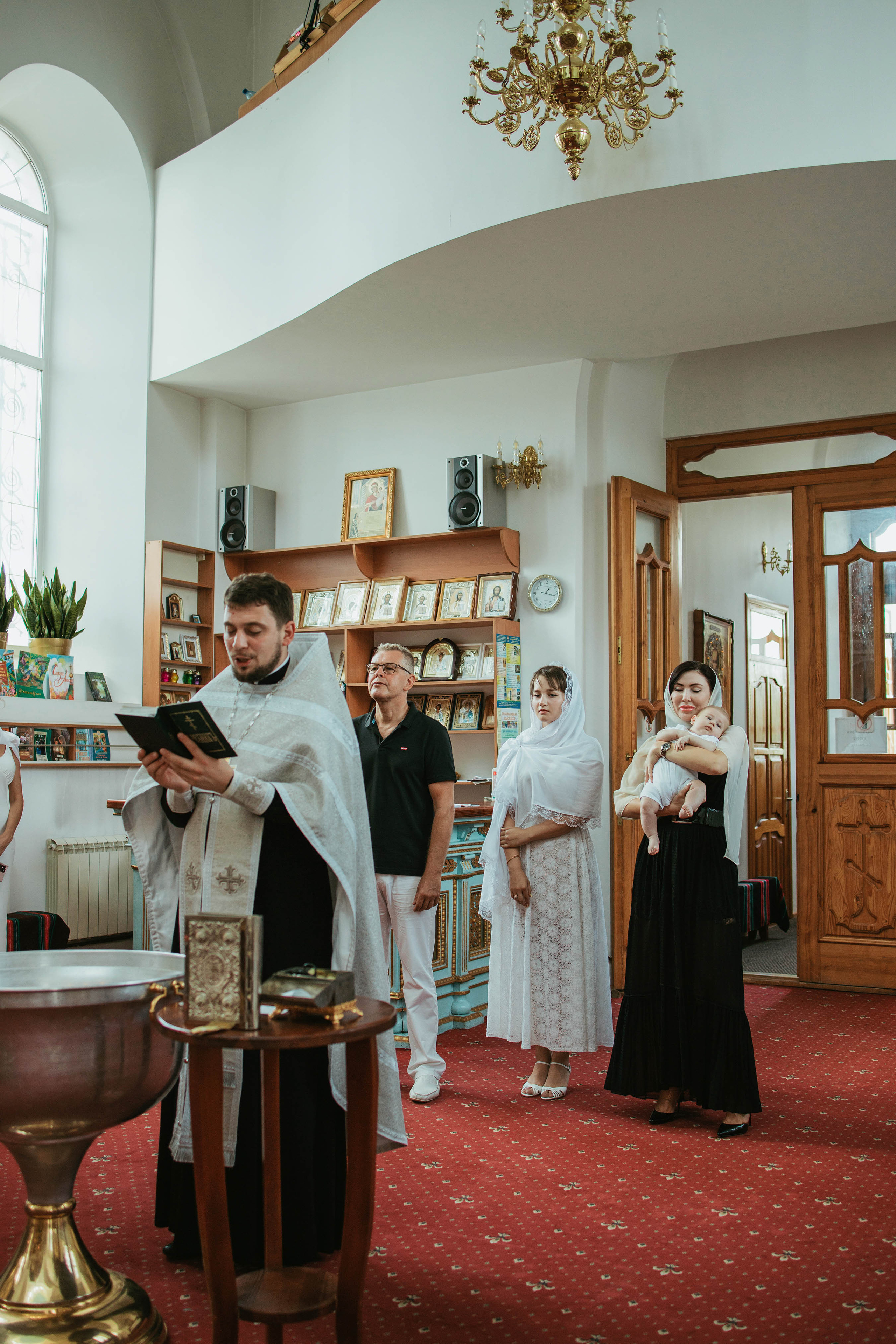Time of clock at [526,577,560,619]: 1:17
